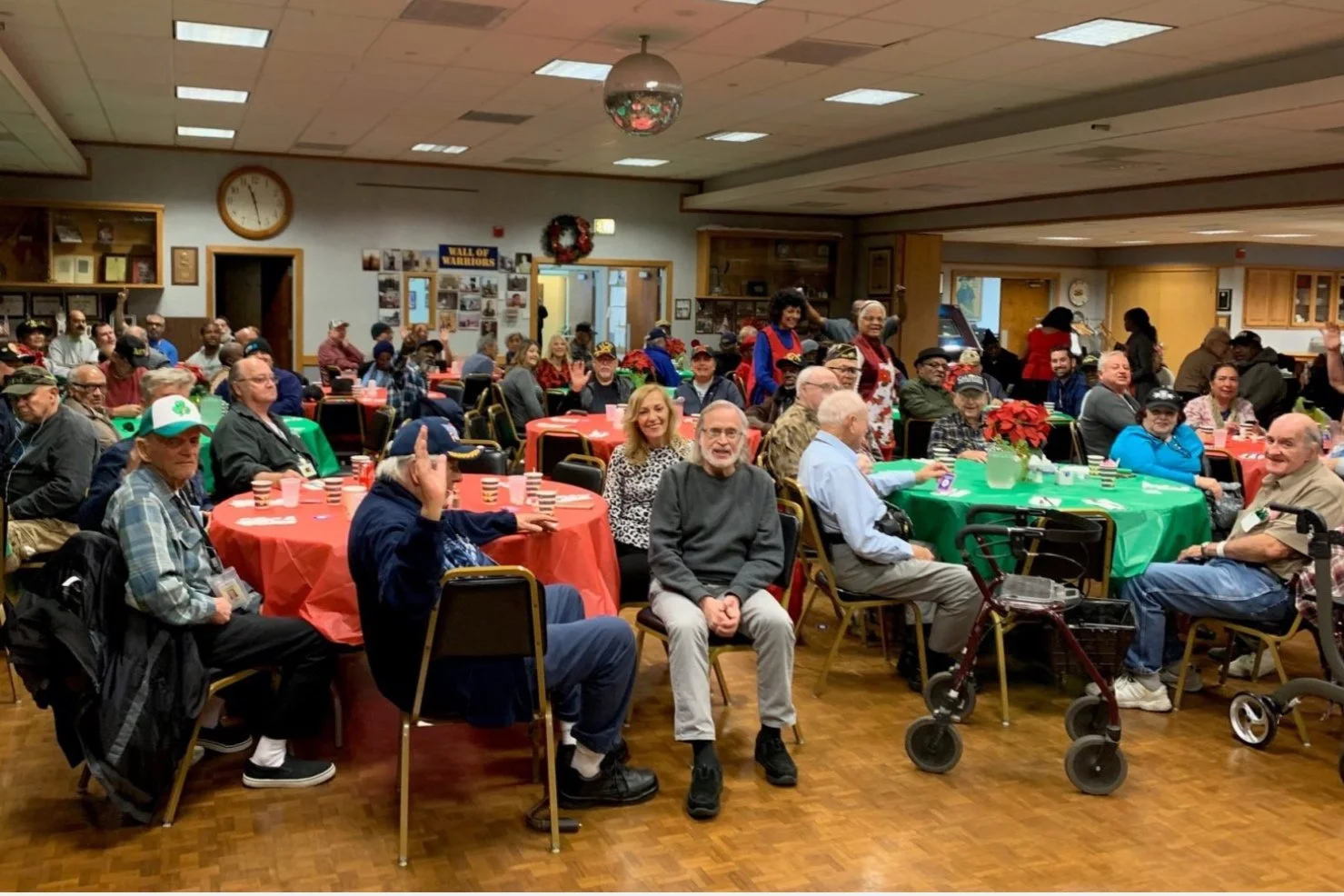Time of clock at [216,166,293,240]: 11:28
